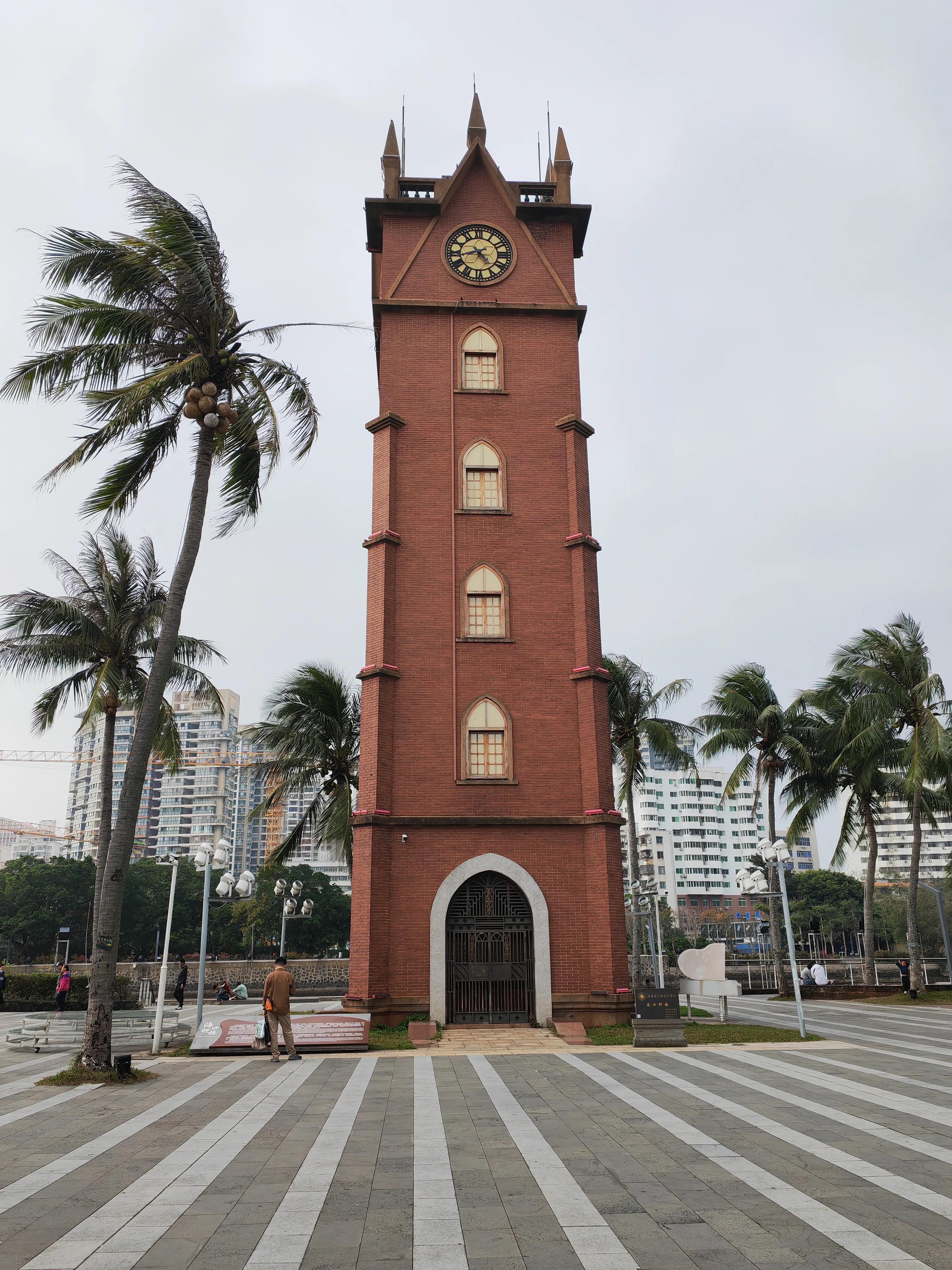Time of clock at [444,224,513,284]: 4:42
